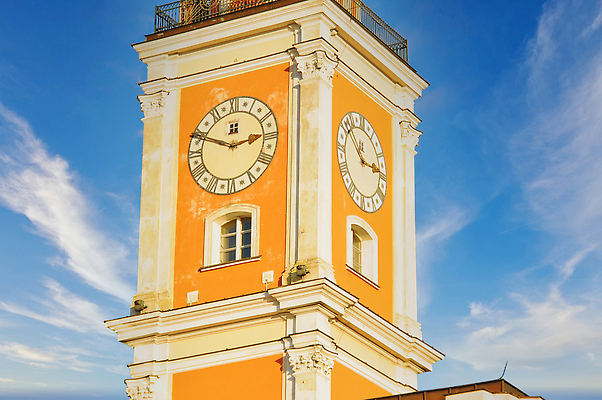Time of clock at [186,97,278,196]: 2:47
